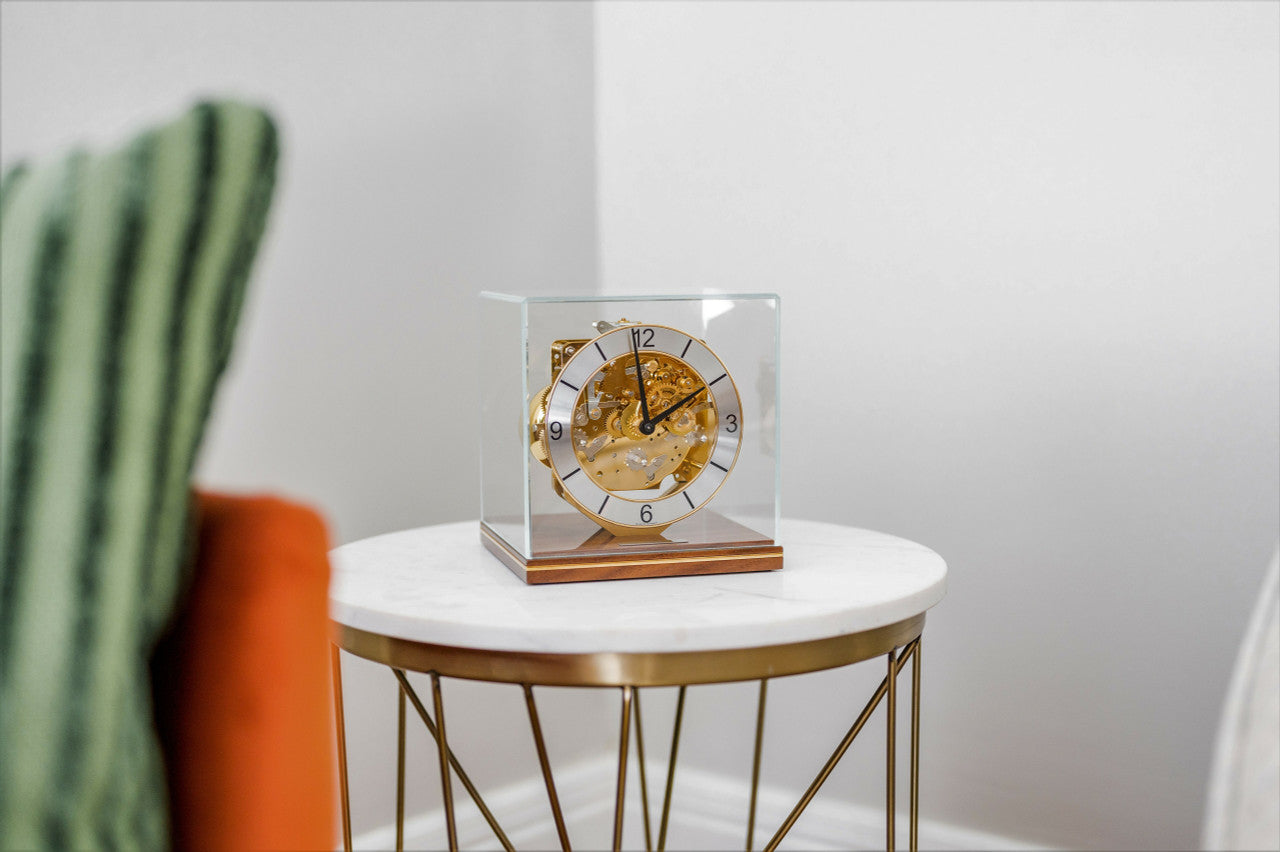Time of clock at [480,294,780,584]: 1:59
